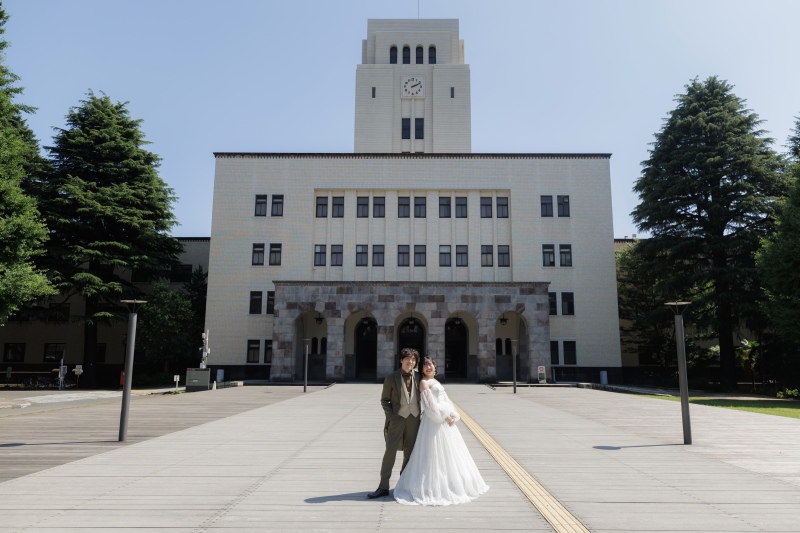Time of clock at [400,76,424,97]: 2:11
